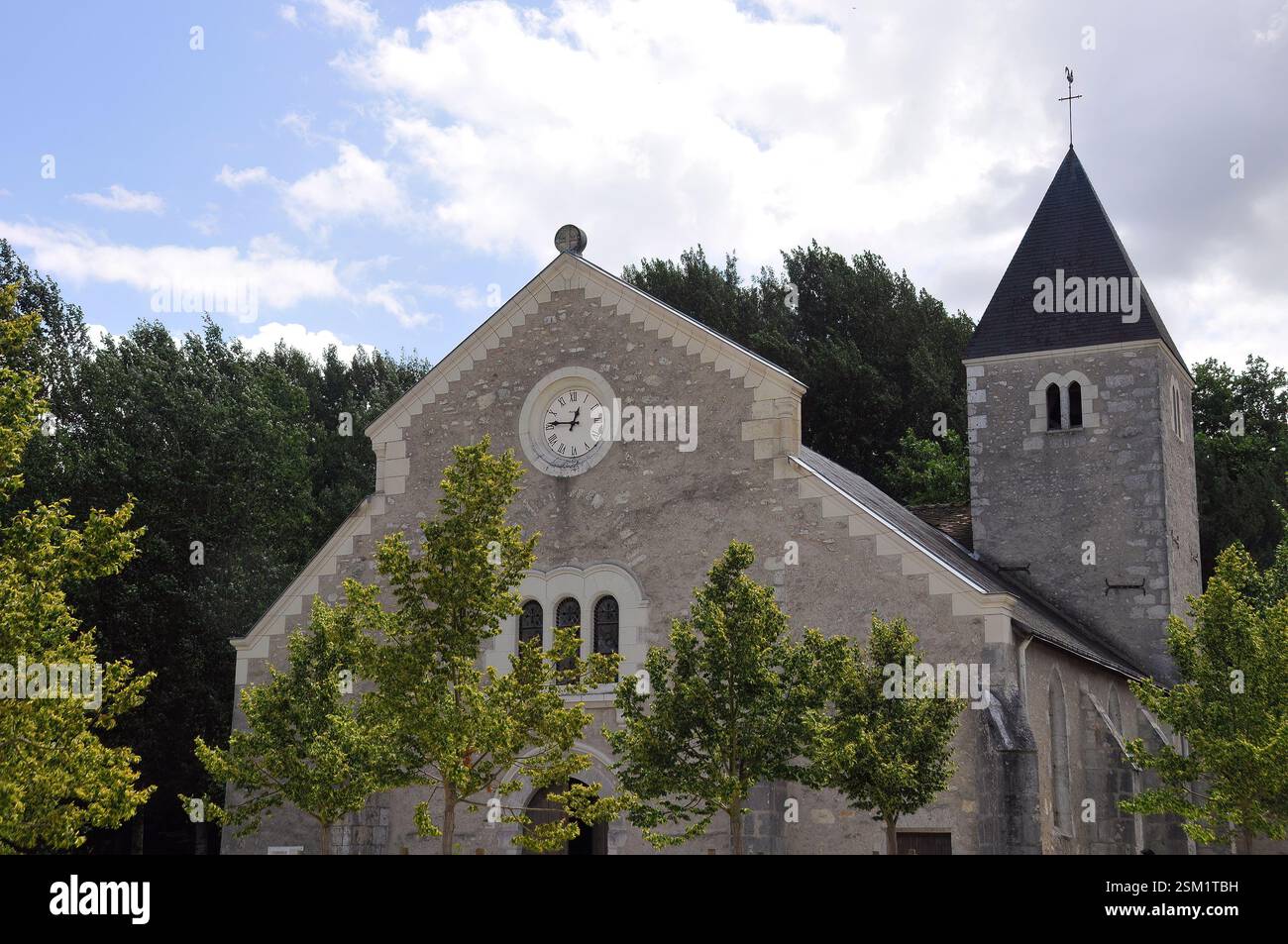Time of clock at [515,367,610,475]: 12:46
